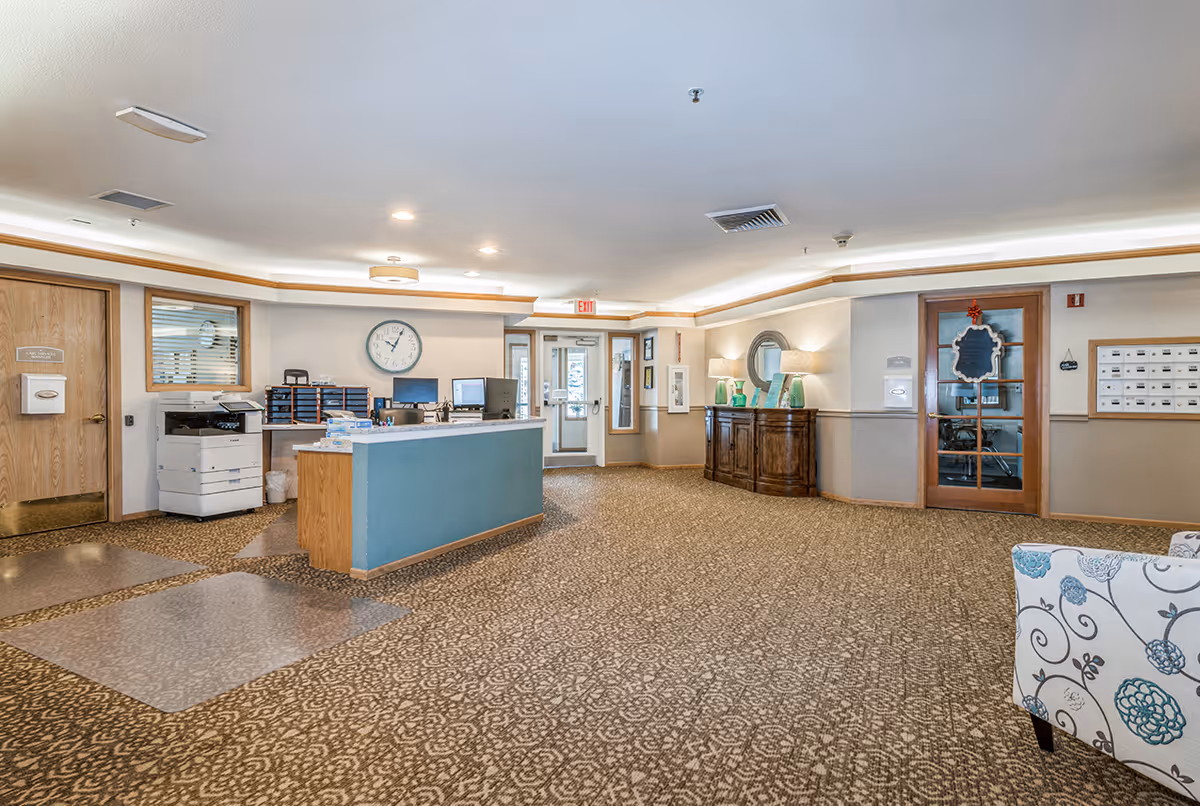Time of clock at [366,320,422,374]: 10:04
